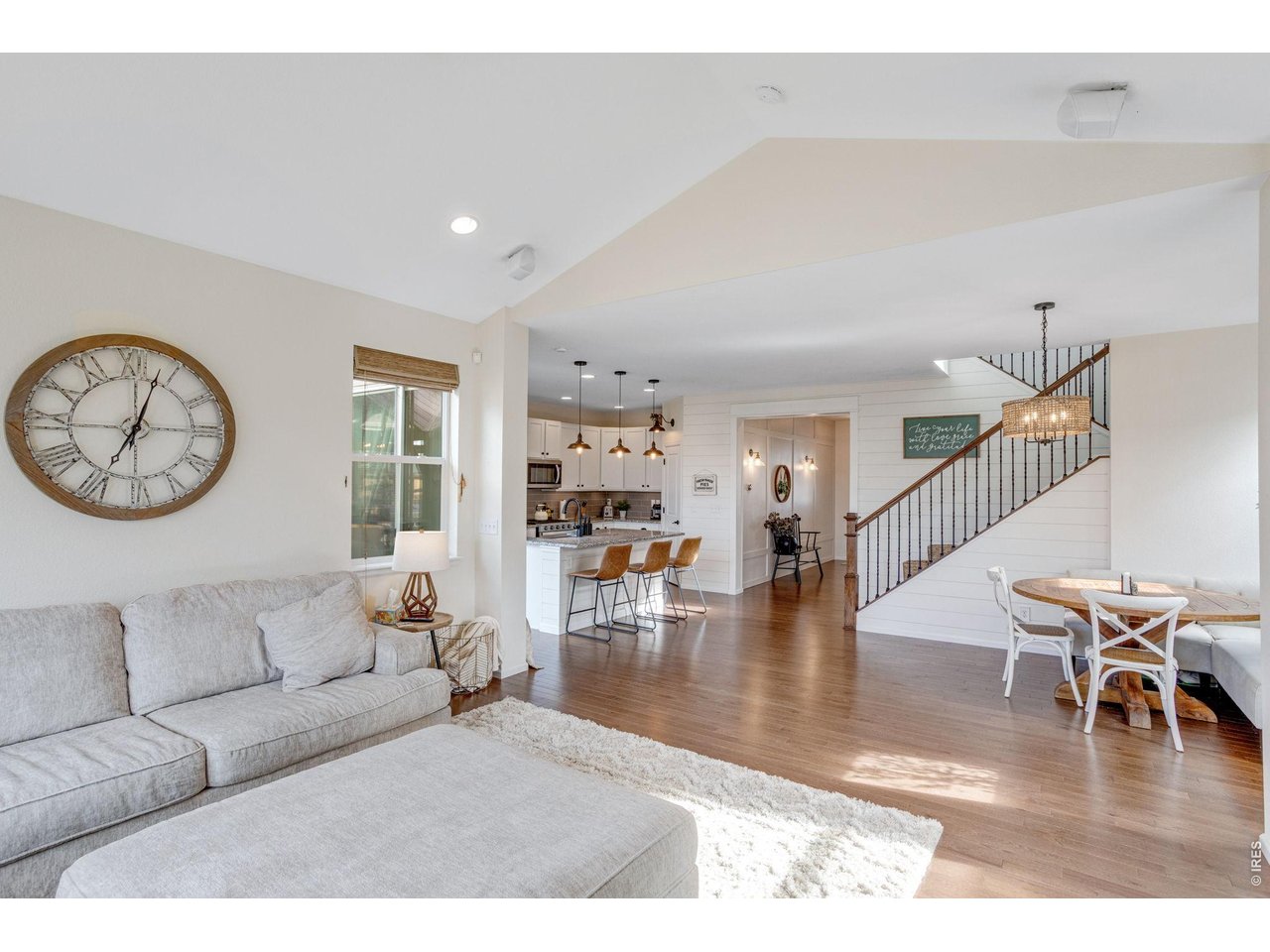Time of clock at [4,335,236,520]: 7:03
